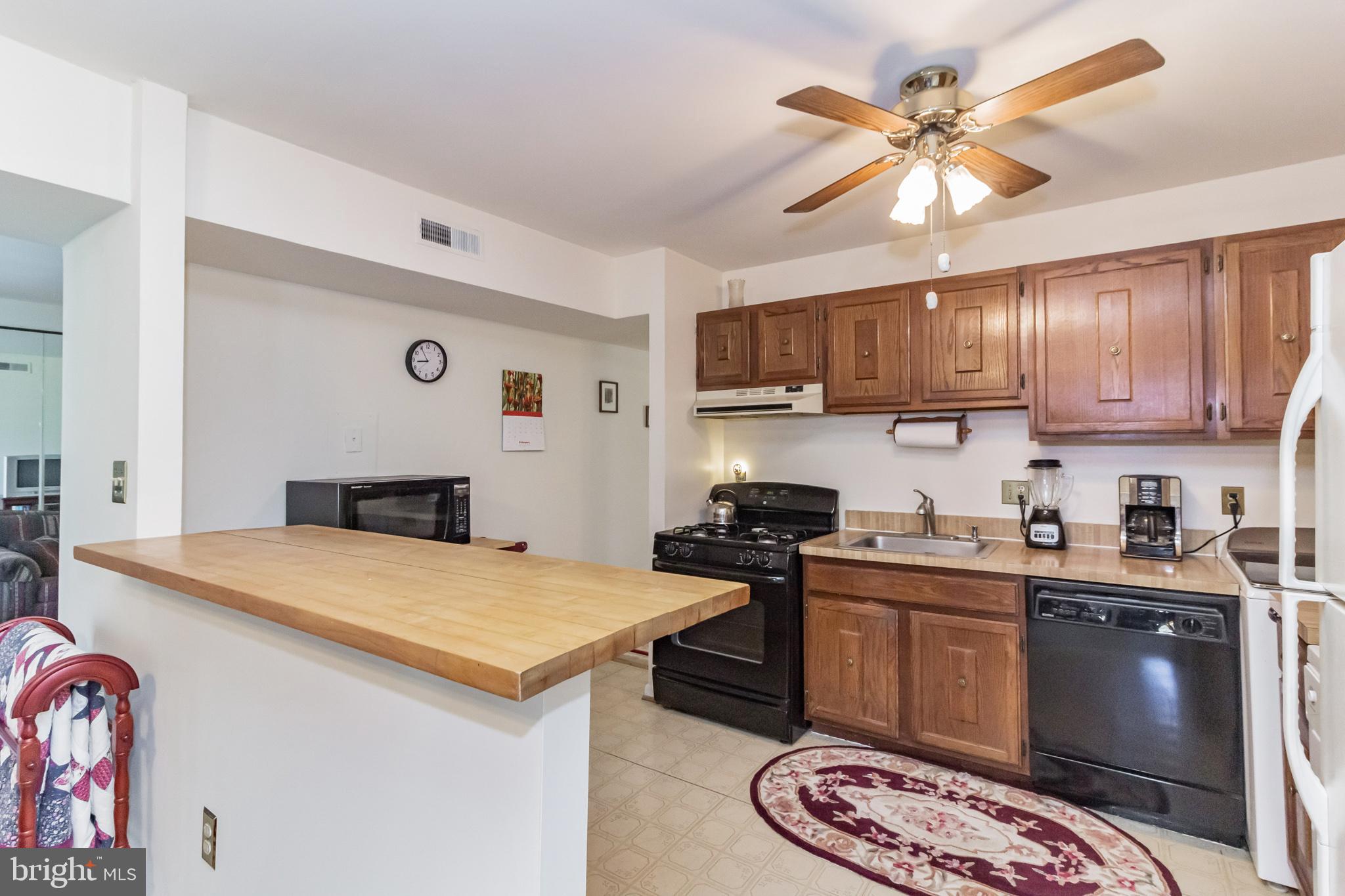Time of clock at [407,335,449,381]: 8:54
